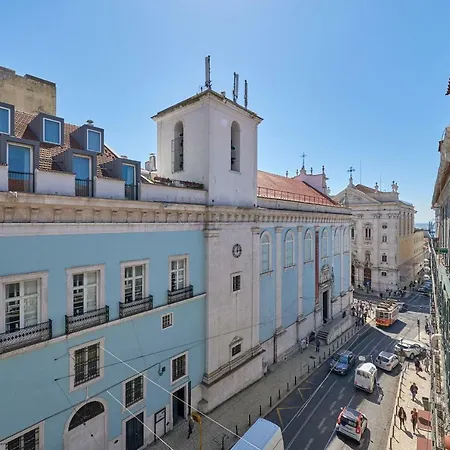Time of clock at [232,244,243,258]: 12:13
